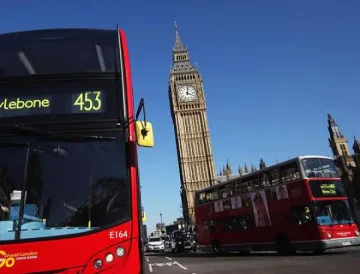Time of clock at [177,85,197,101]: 4:02
